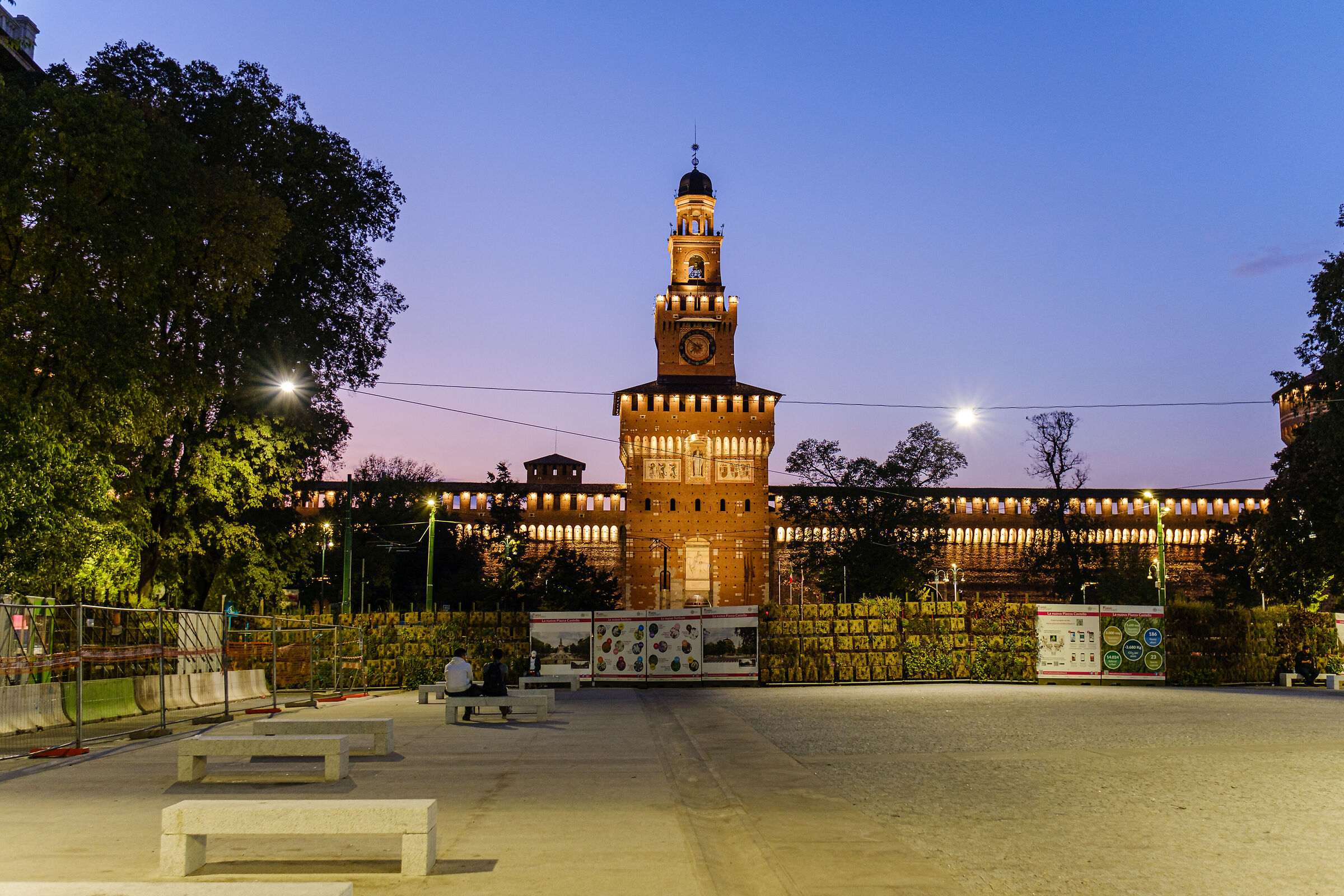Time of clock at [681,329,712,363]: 7:51
